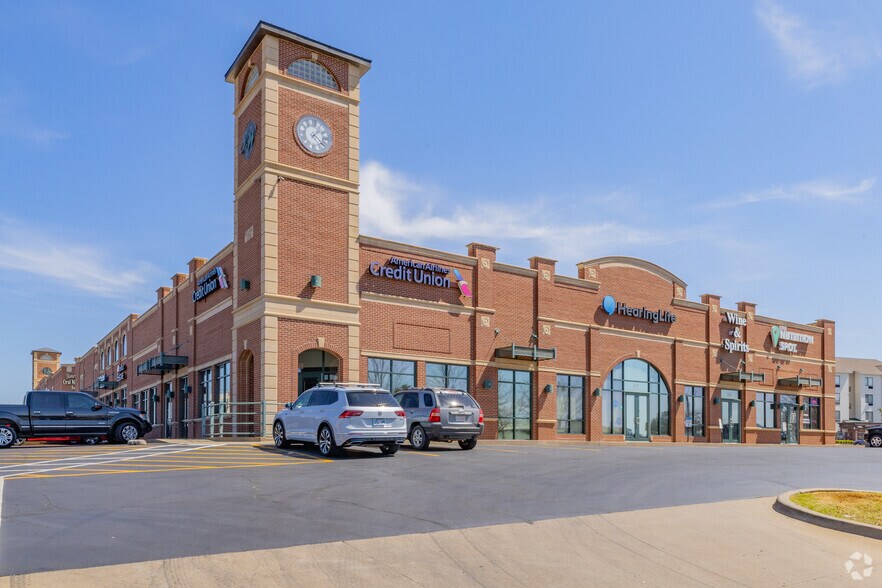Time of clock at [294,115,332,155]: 1:22
